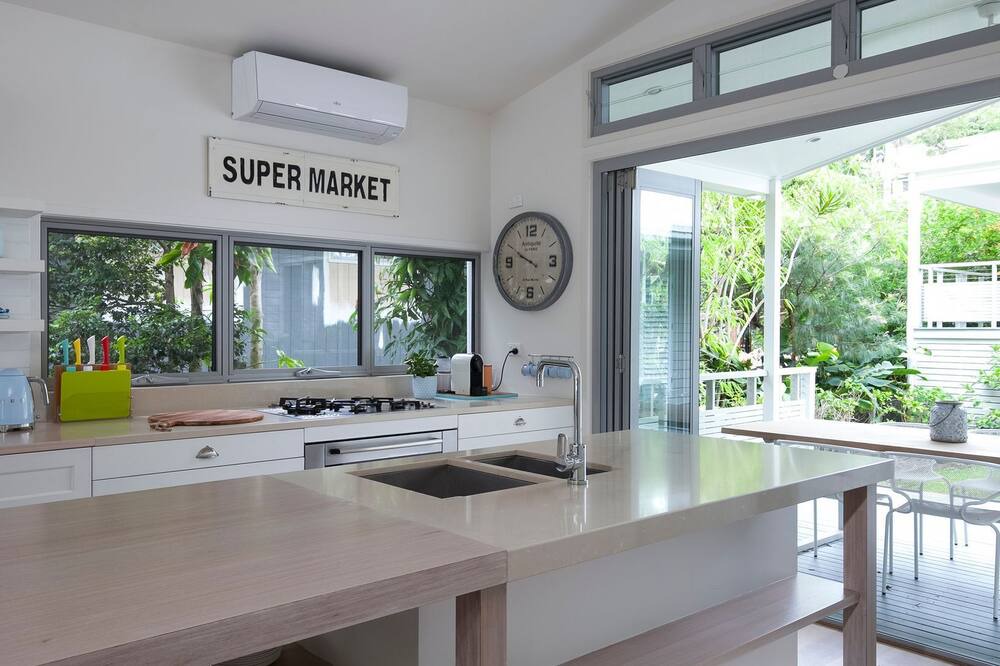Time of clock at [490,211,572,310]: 9:49
